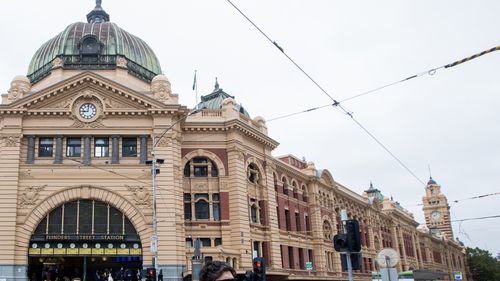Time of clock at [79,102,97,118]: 9:01
